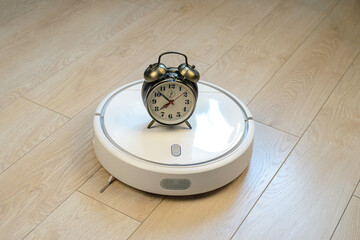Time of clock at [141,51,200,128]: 7:52
